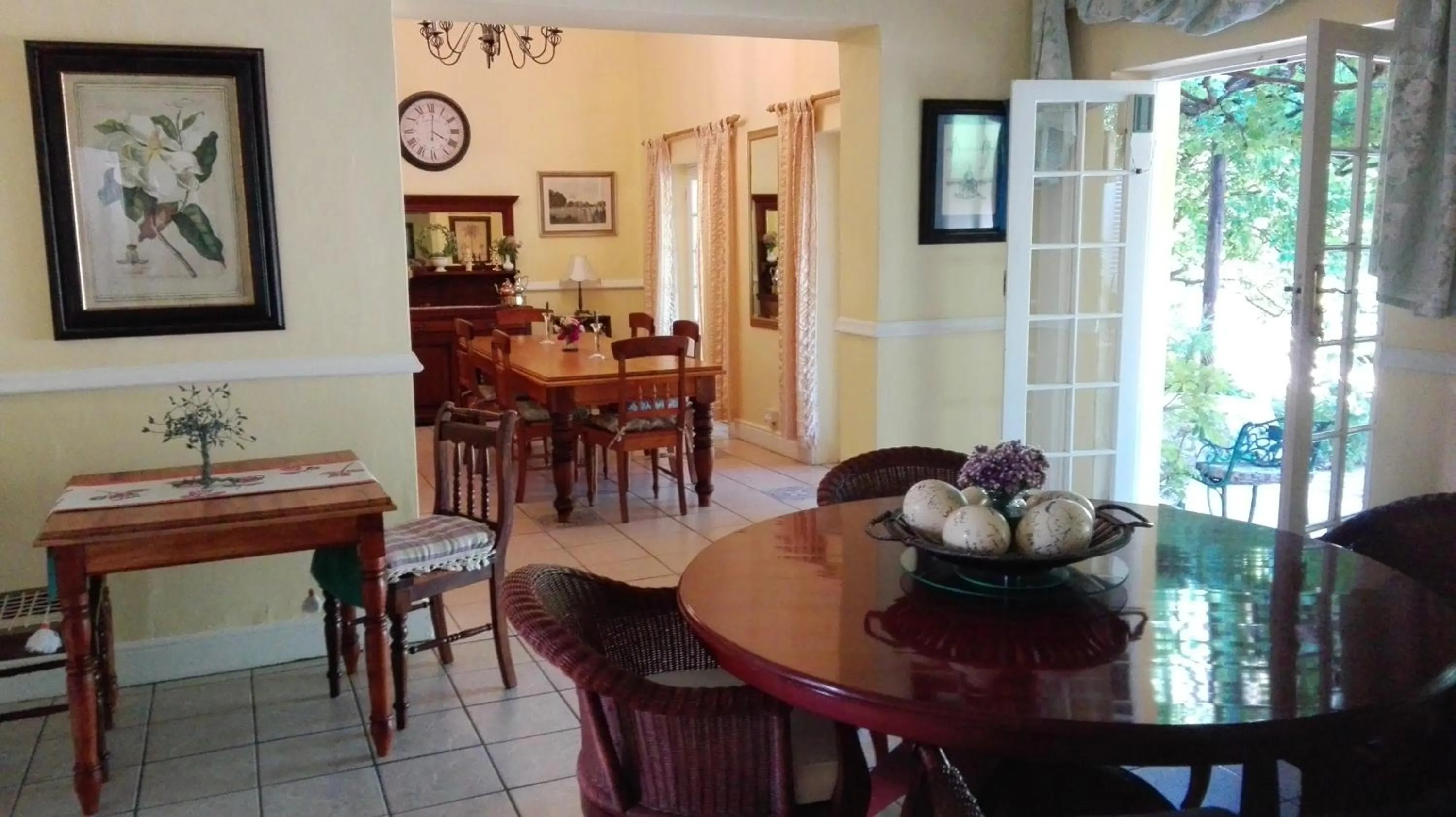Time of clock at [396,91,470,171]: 4:01
